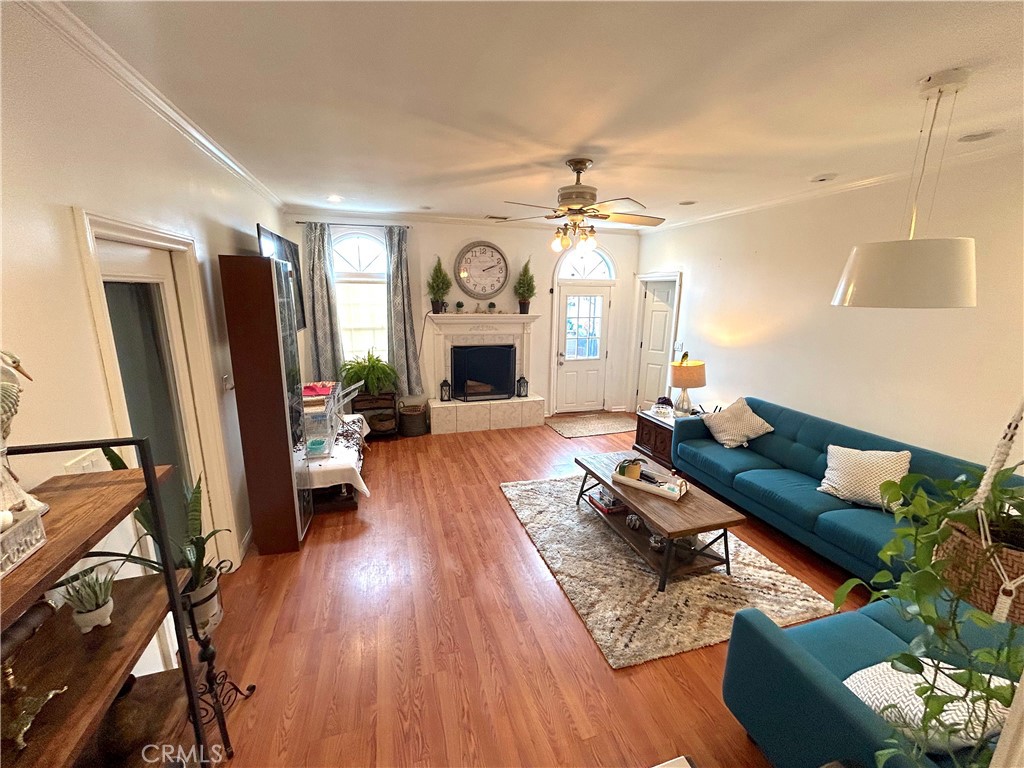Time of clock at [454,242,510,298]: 2:11
